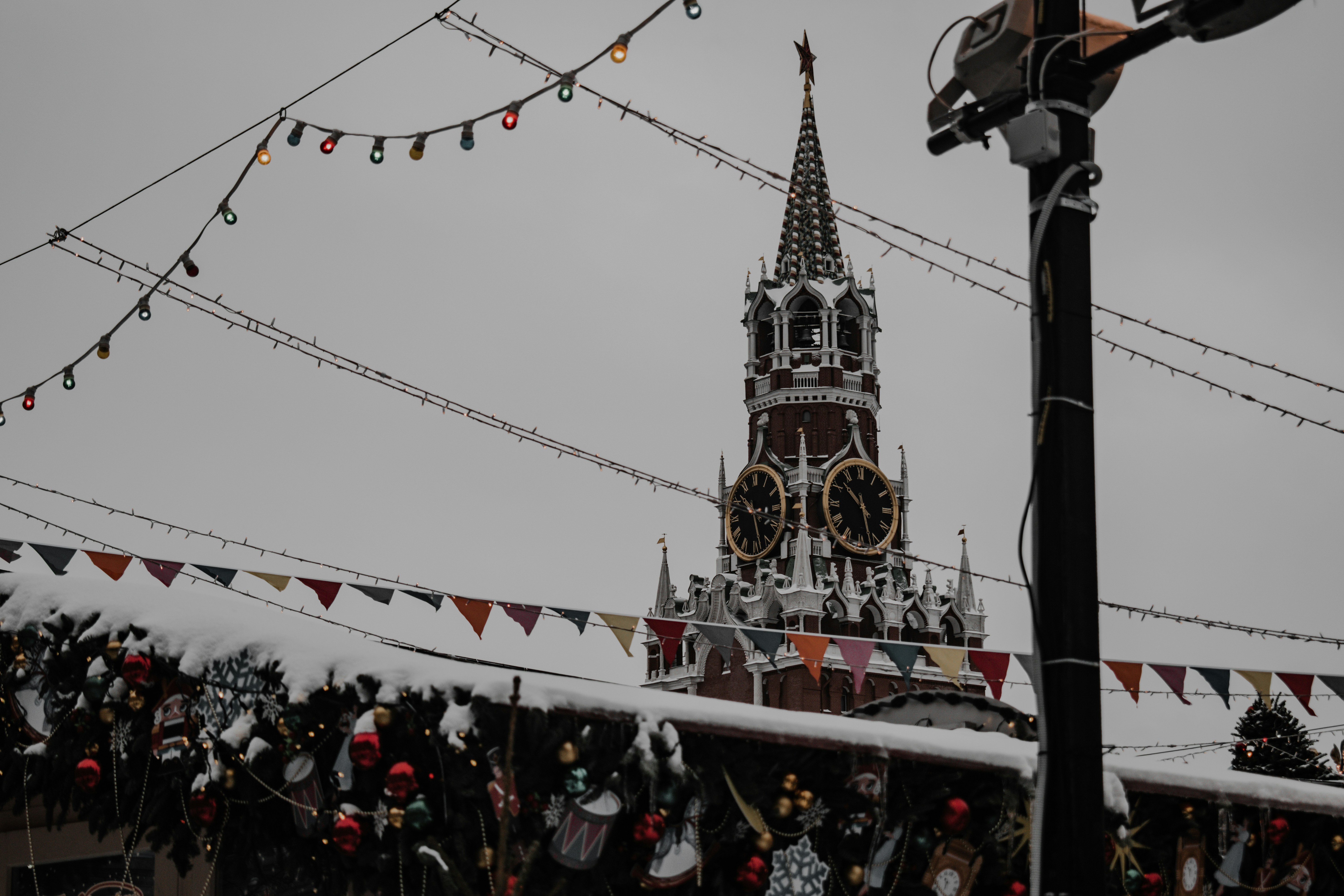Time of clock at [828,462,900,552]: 10:27
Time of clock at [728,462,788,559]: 10:18
